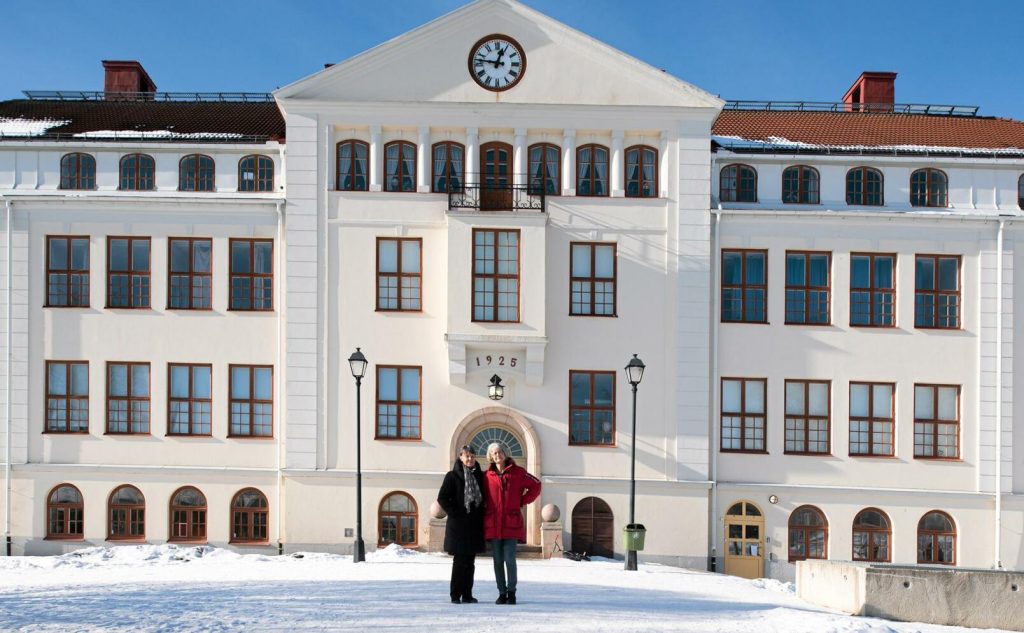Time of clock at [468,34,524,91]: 12:46
